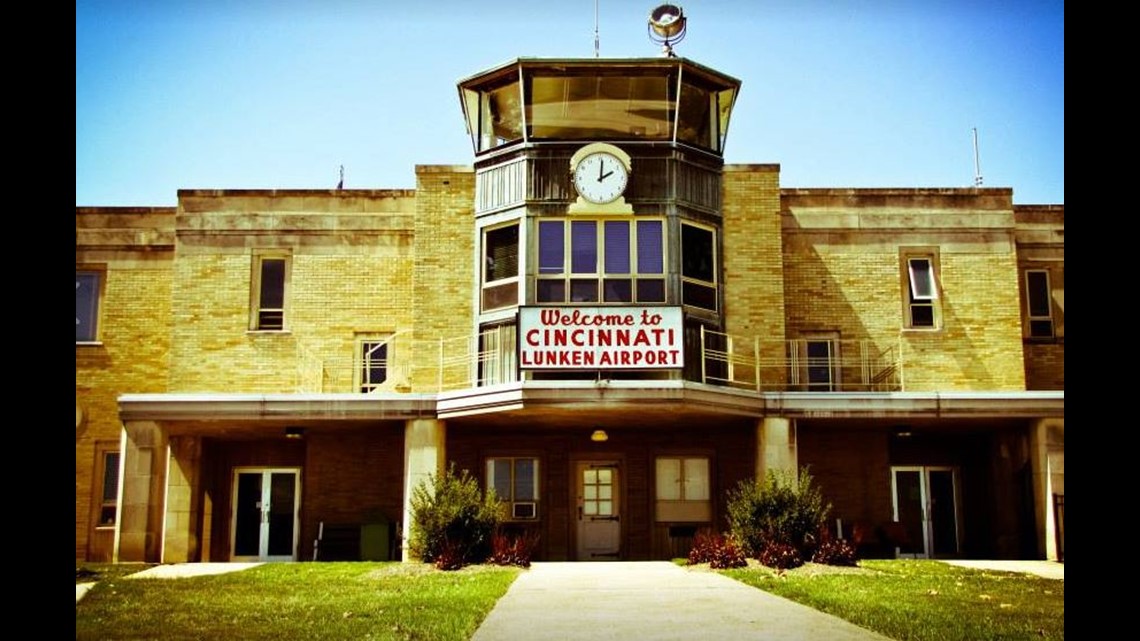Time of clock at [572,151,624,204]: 2:01
